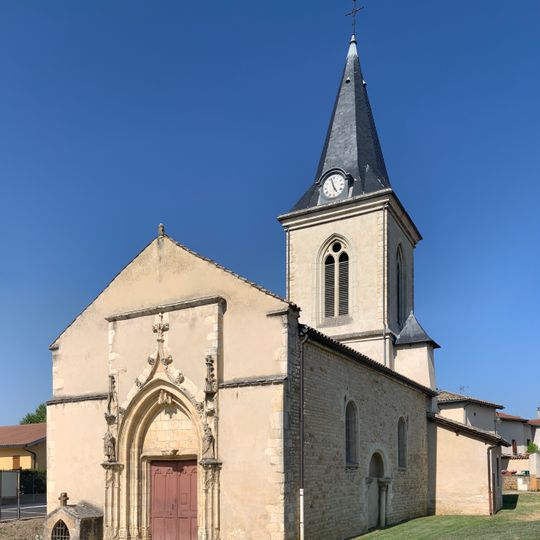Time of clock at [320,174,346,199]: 4:57
